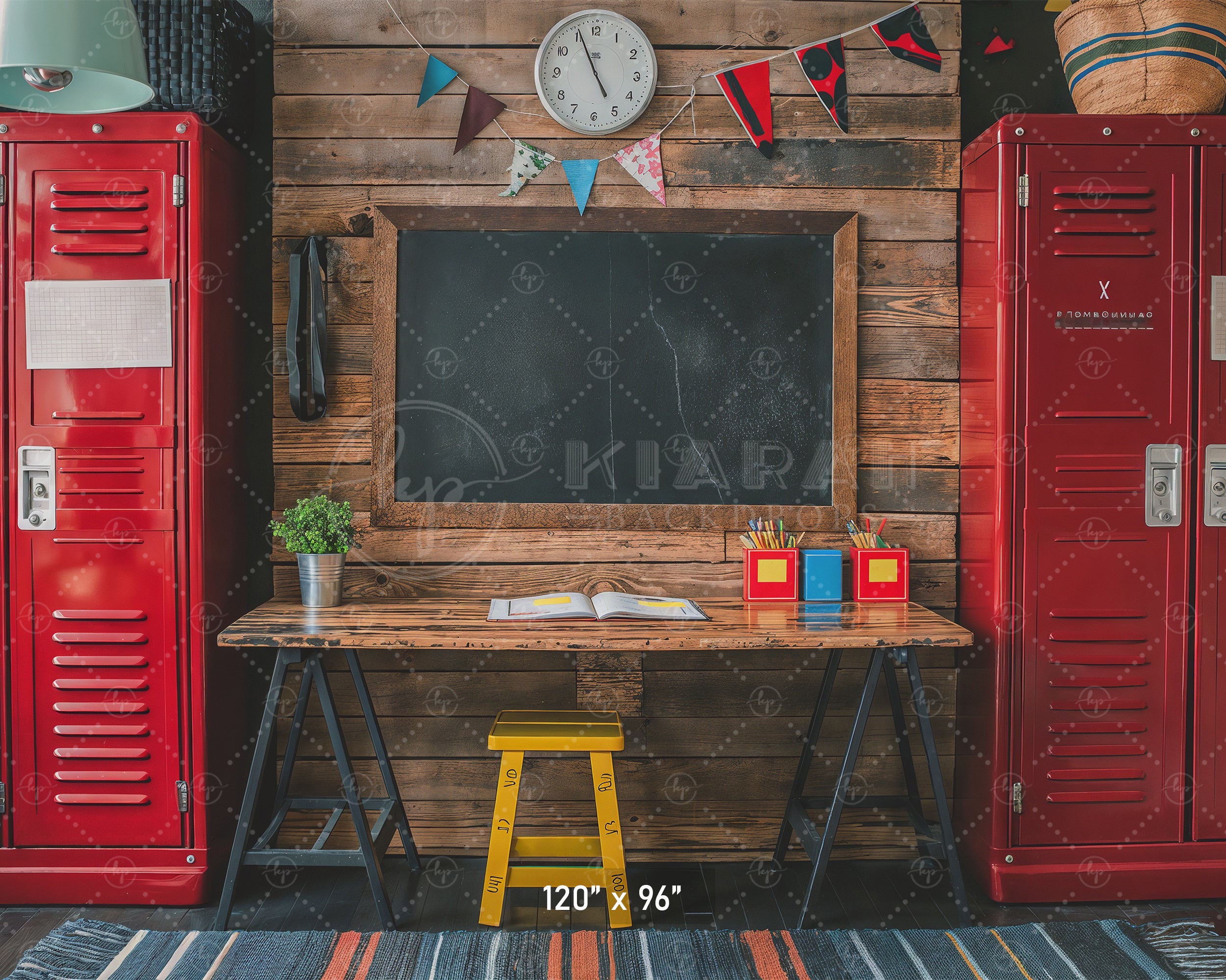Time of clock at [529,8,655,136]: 4:56
